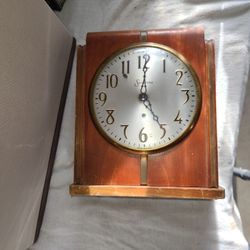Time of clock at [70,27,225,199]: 5:00
